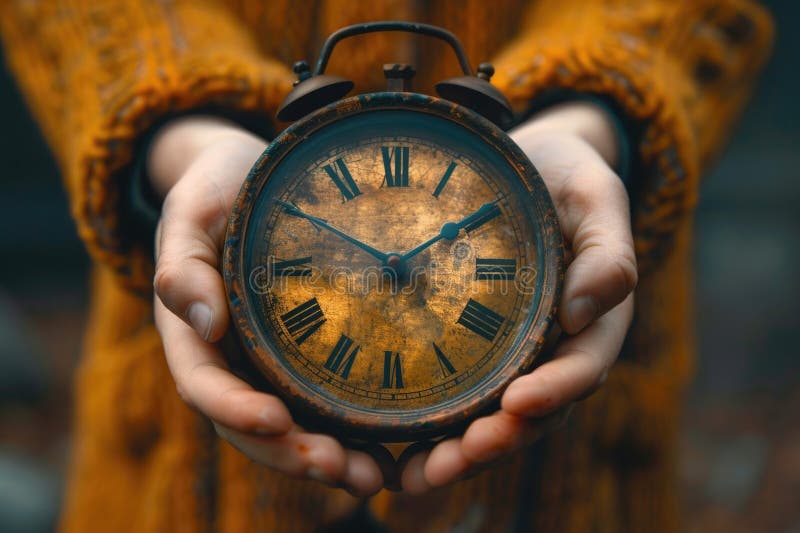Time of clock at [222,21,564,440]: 1:50
